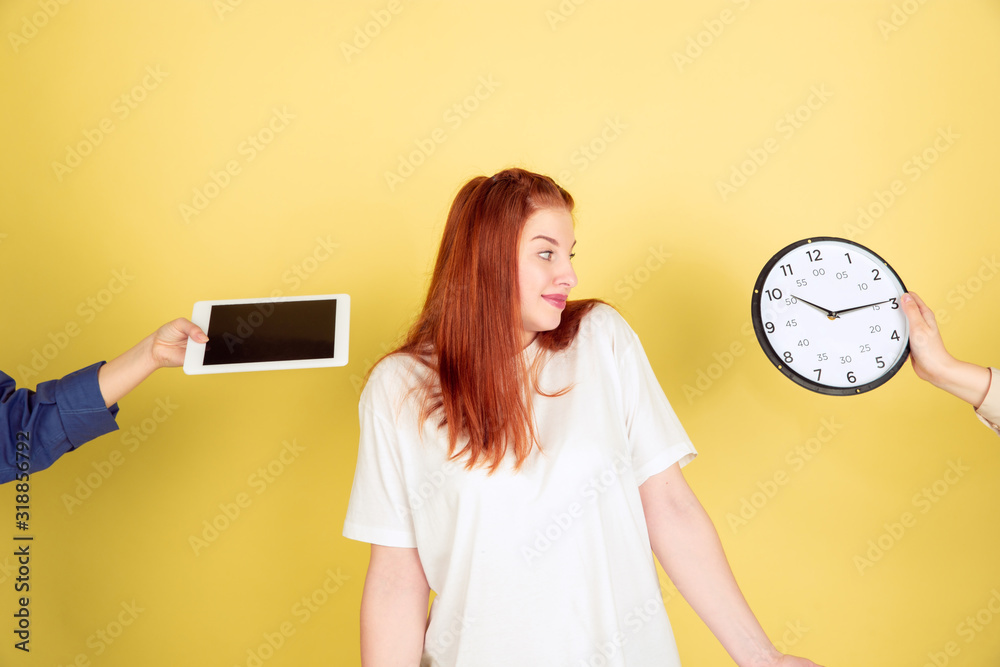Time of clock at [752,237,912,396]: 10:14
